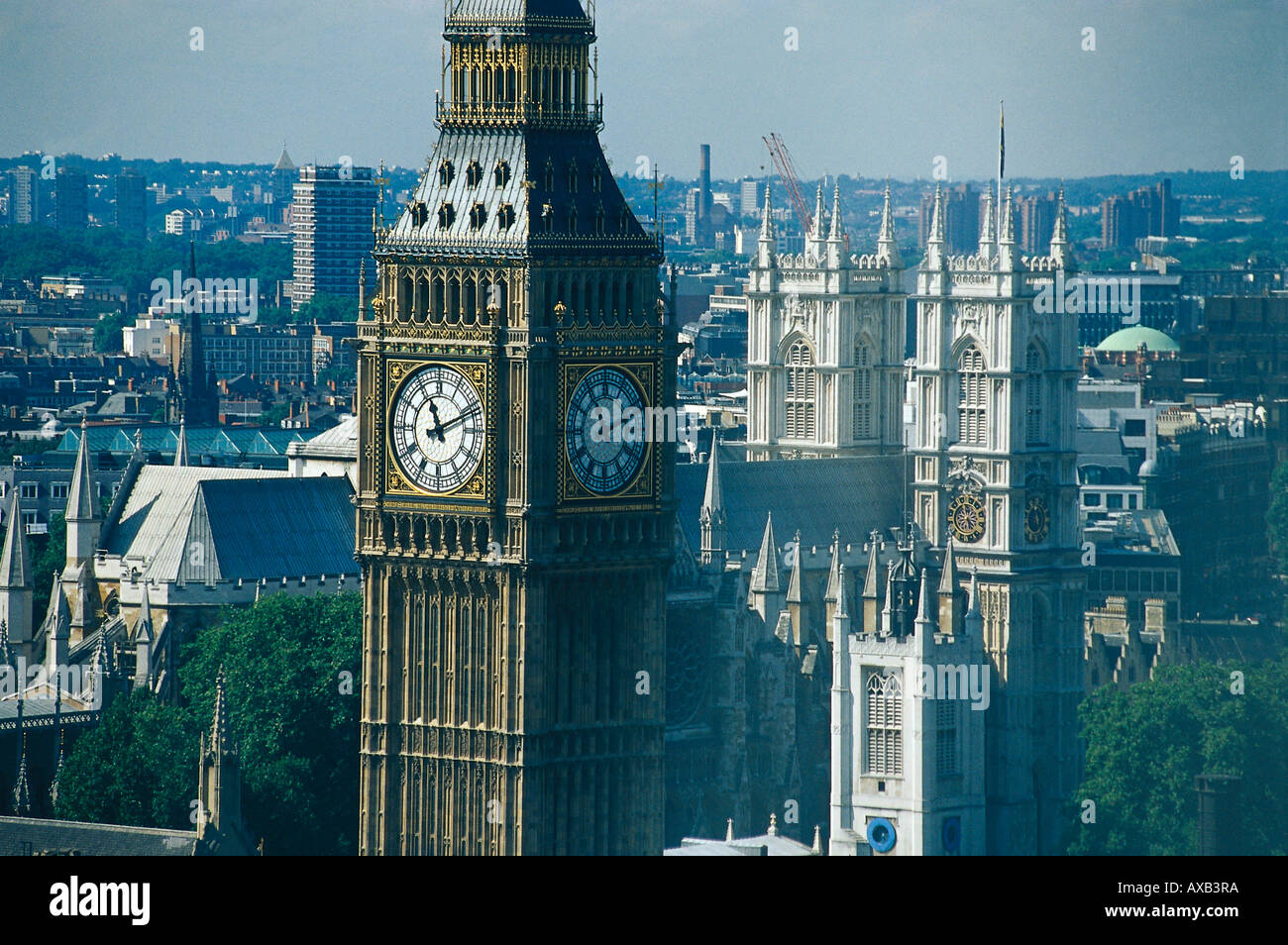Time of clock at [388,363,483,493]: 11:11
